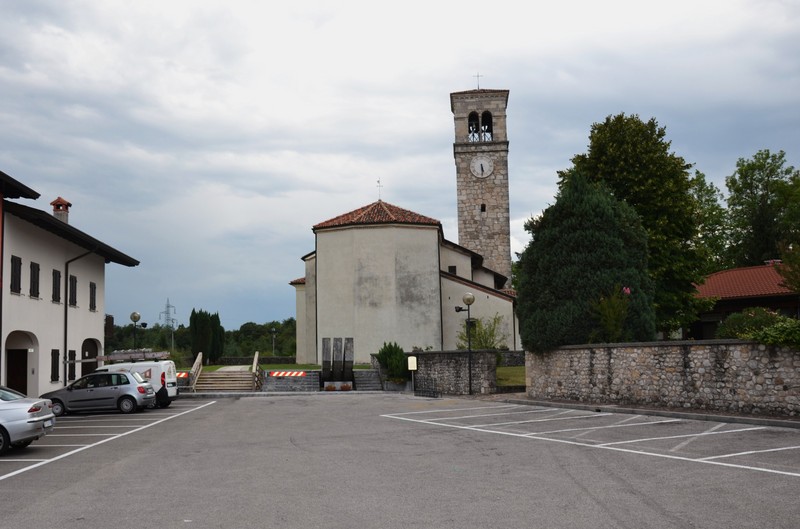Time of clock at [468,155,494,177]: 5:29
